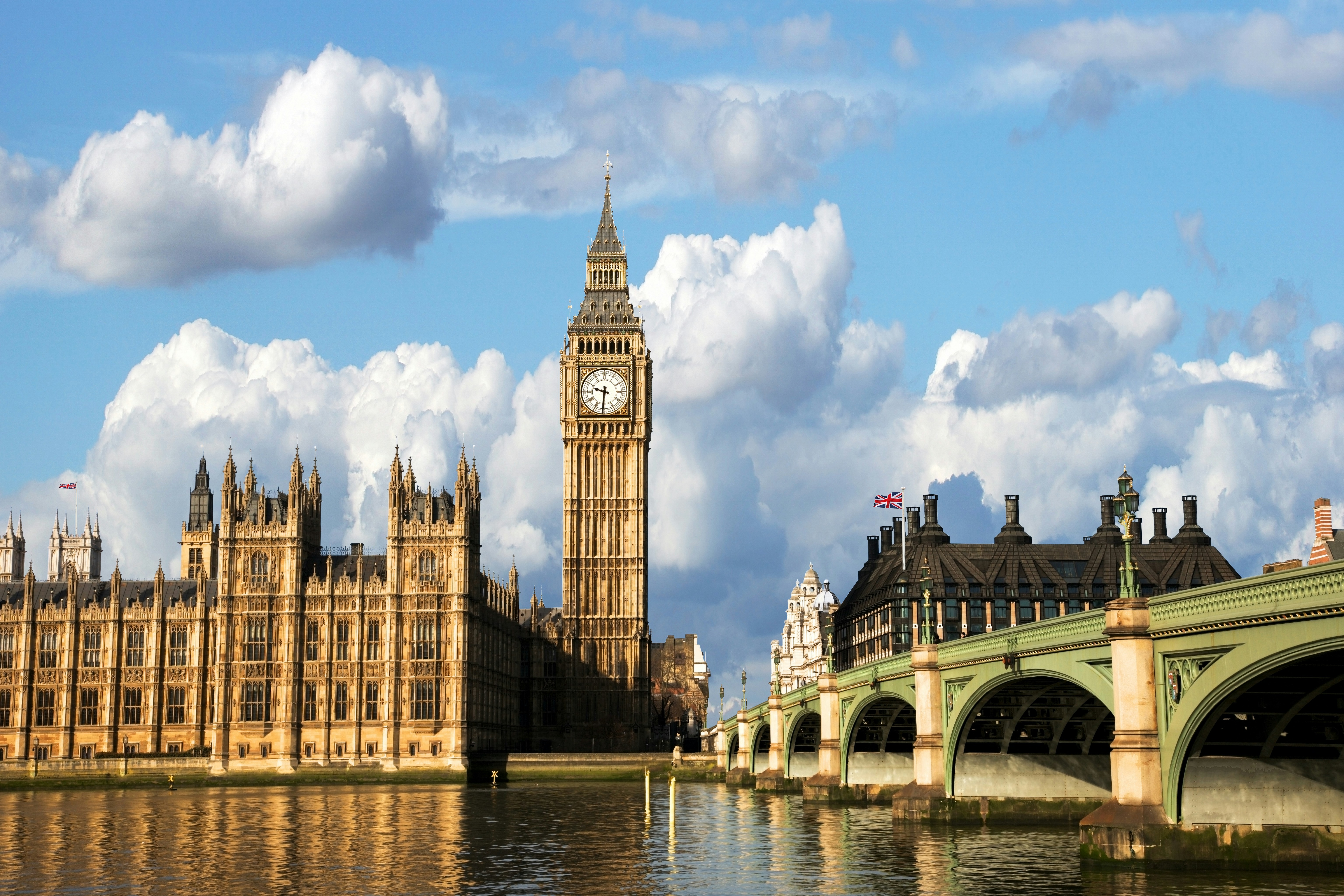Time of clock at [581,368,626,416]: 9:31
